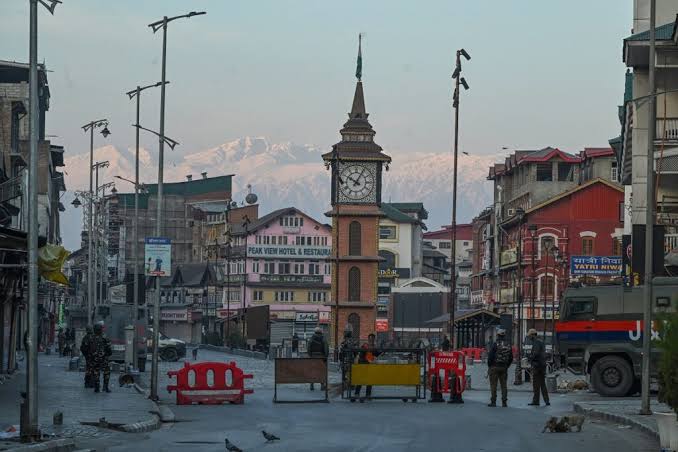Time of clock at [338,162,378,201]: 10:04
